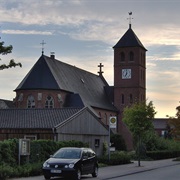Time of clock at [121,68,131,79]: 7:00
